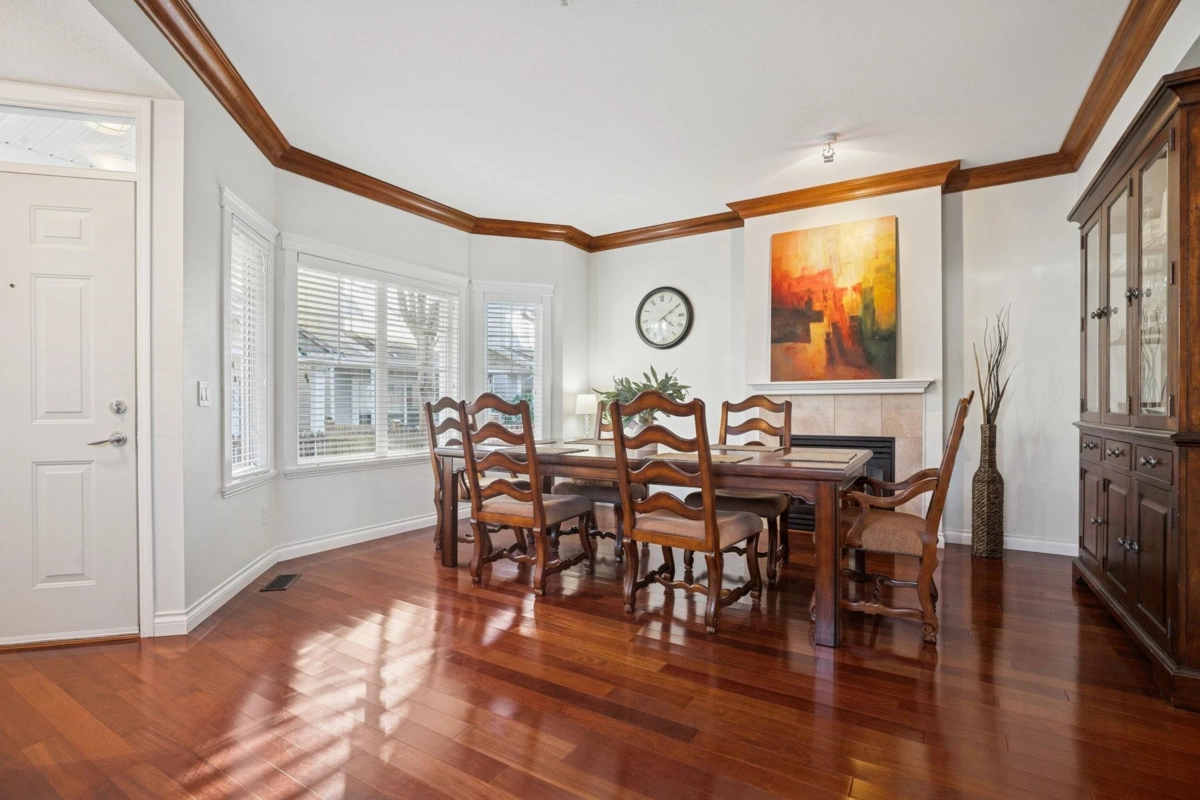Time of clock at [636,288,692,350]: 4:10
